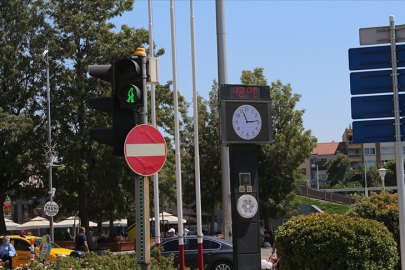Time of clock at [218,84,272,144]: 11:14
